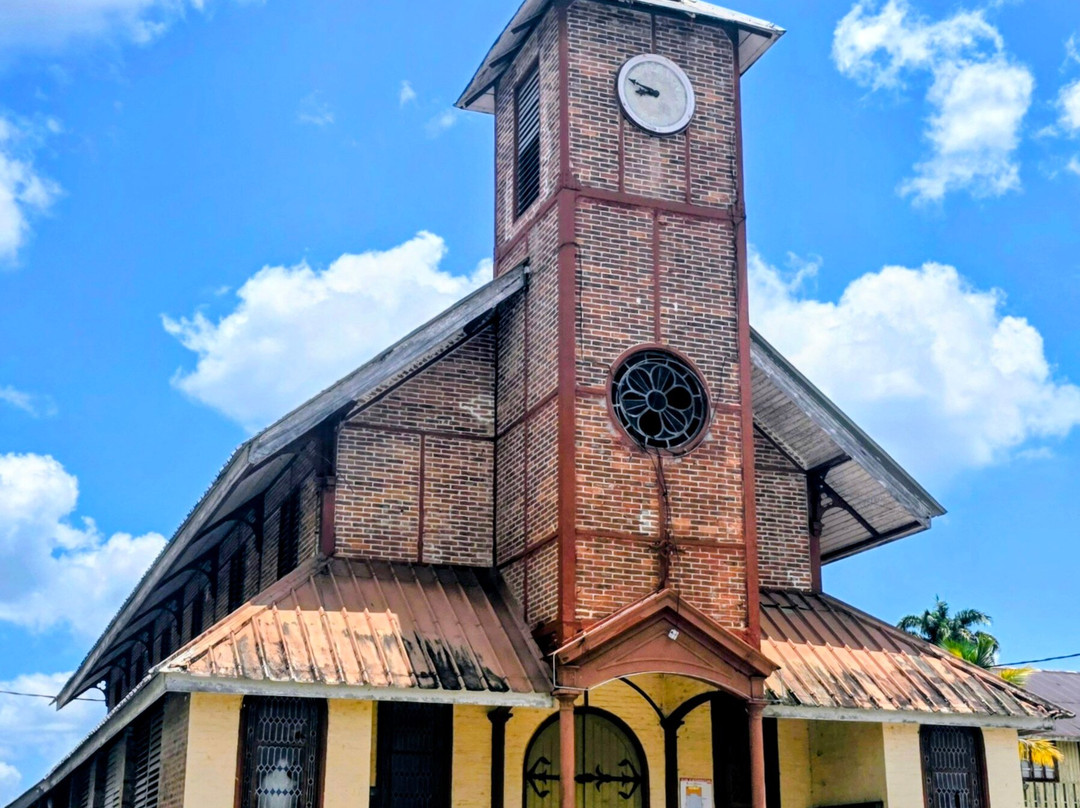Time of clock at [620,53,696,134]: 8:47
